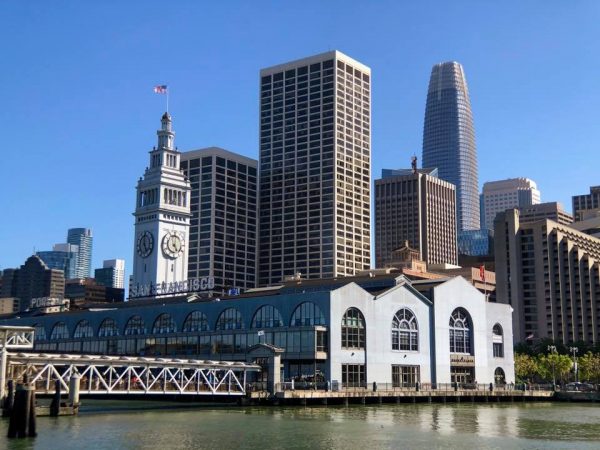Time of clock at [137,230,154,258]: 4:59
